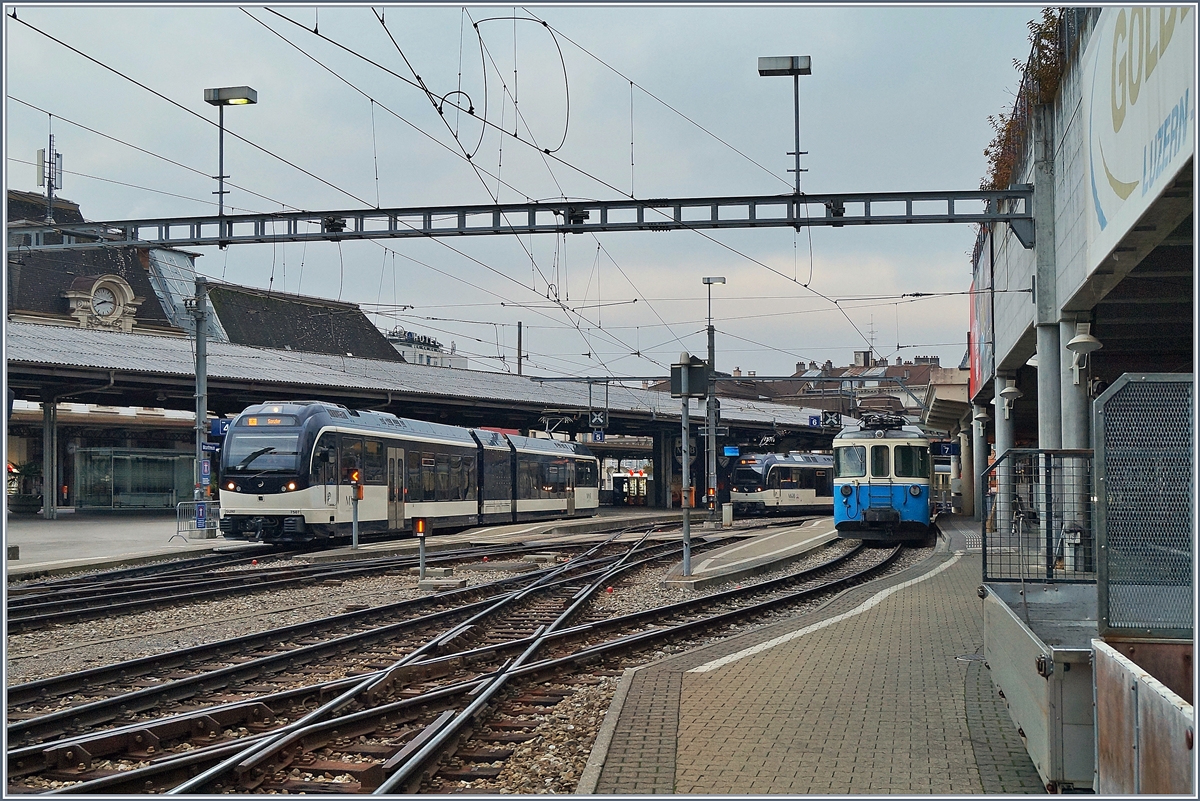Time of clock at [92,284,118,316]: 8:14
